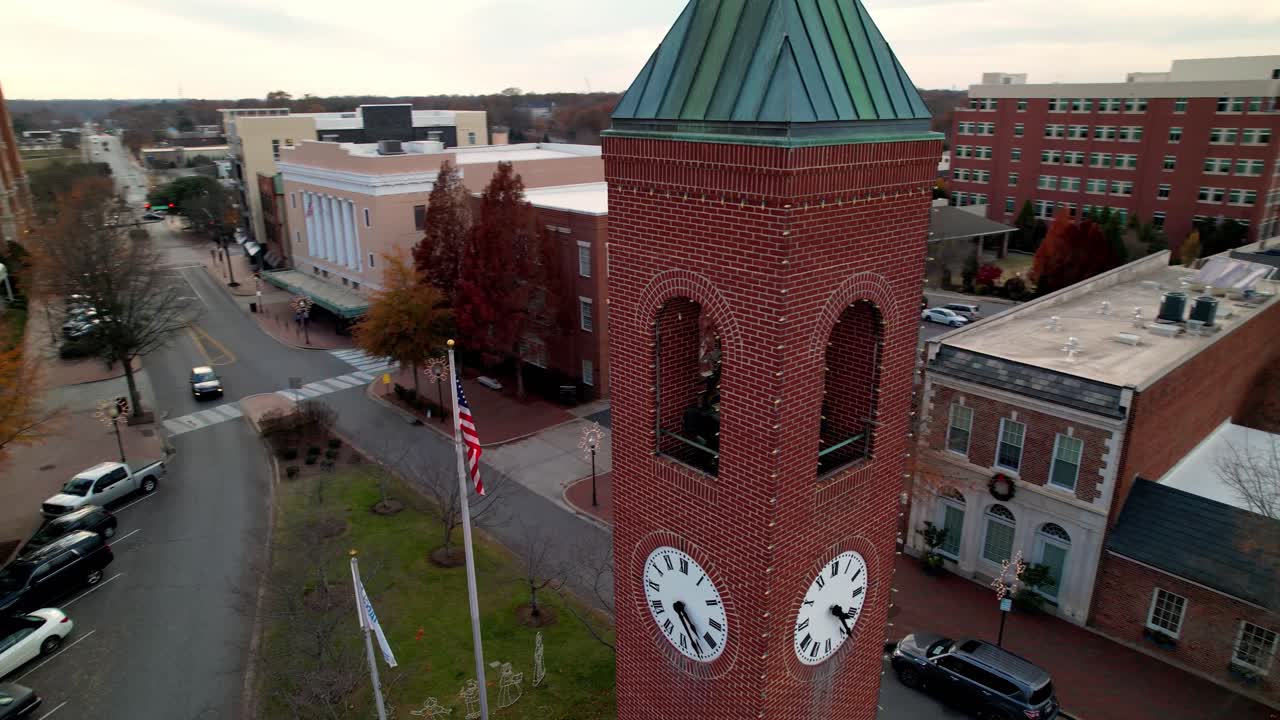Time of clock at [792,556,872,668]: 4:24
